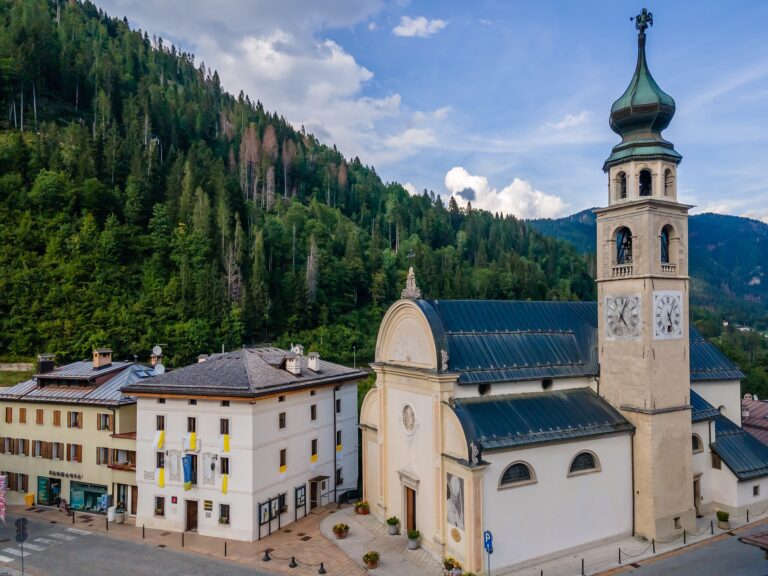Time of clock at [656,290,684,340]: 5:06
